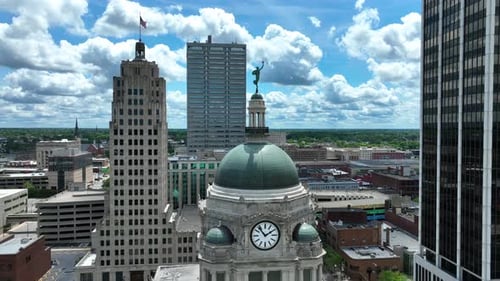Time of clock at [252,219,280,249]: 1:53
